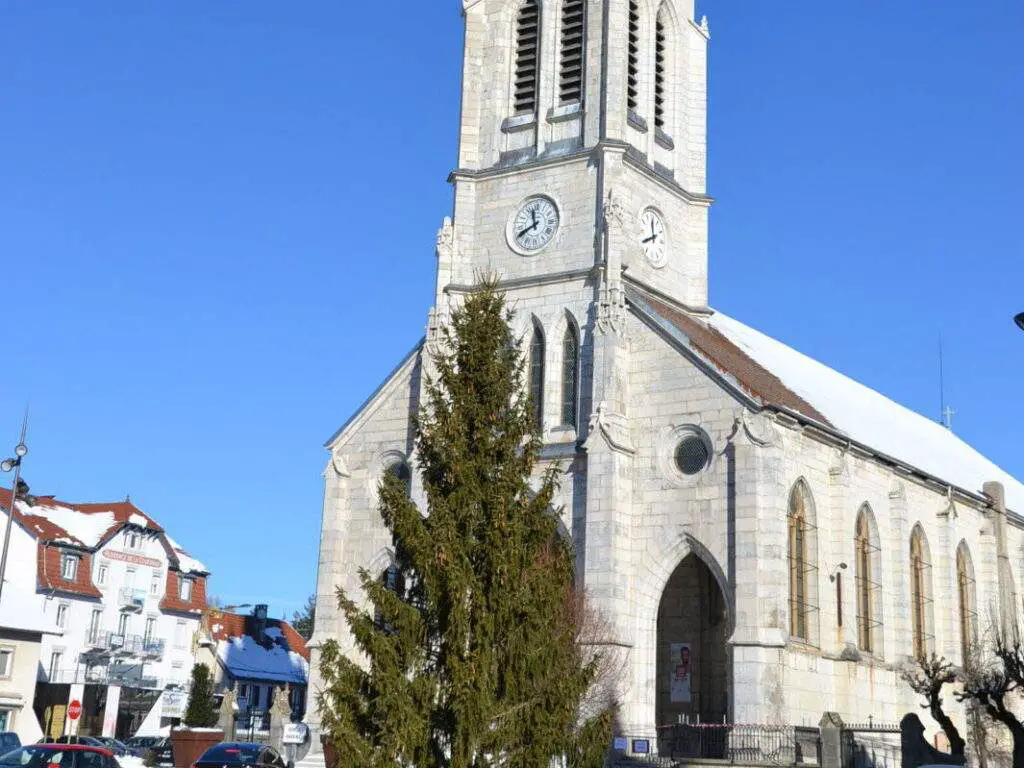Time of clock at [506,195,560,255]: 11:40
